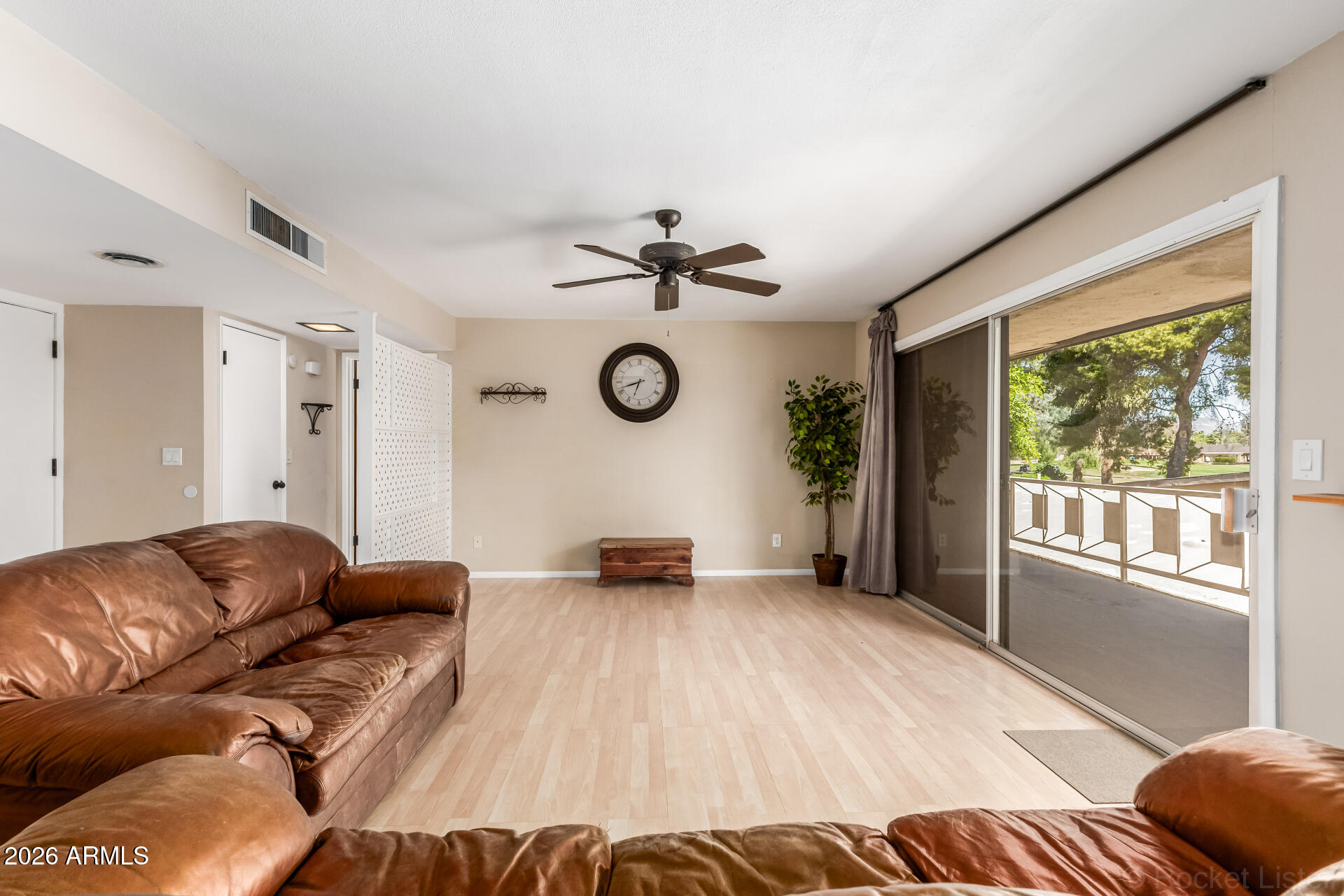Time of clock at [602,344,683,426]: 6:41
